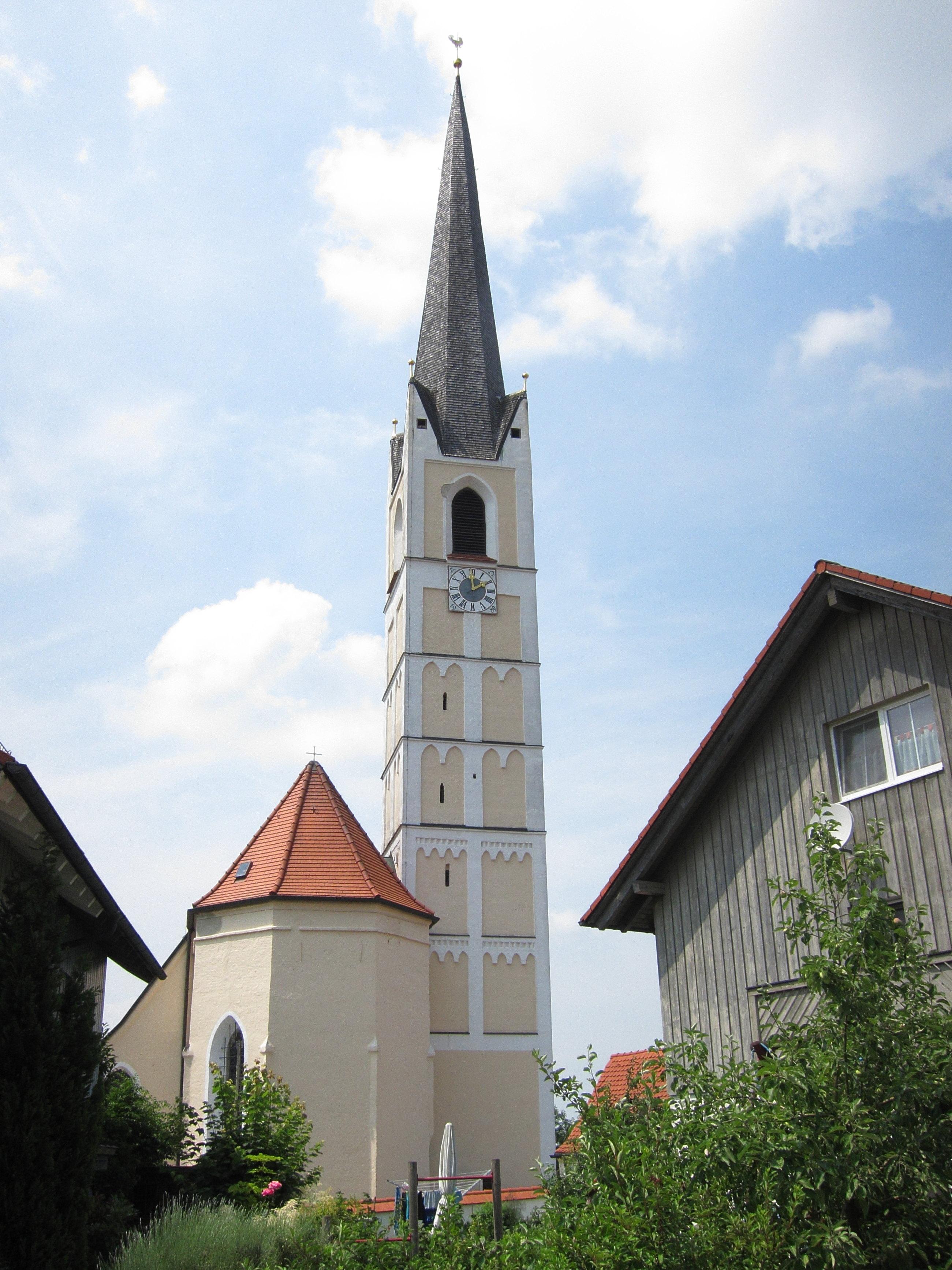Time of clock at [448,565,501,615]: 1:59
